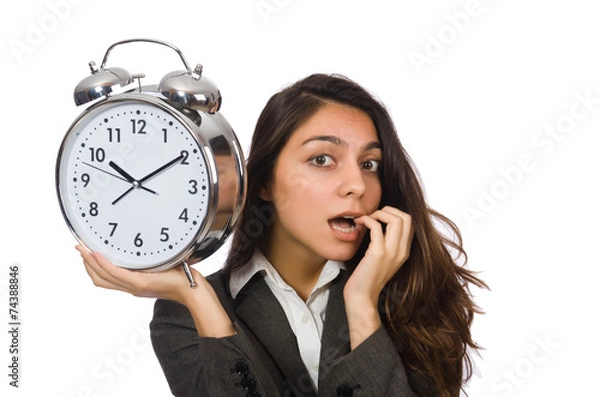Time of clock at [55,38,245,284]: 10:09
